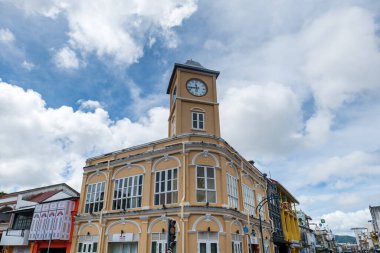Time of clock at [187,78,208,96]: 11:43
